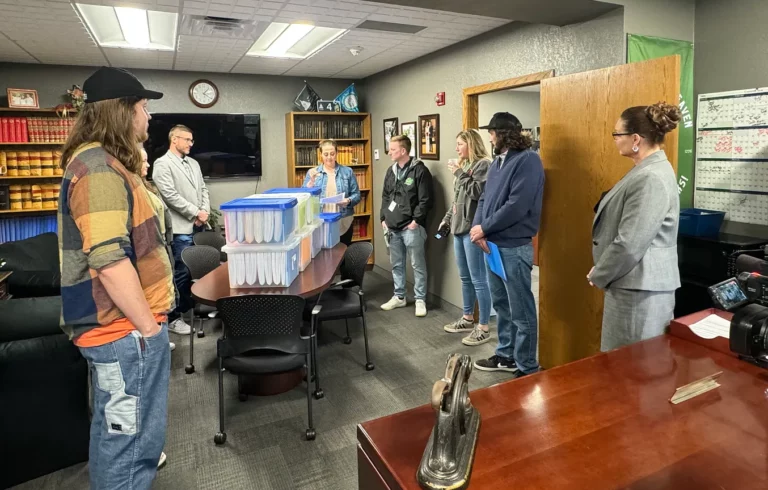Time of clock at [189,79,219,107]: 1:21
